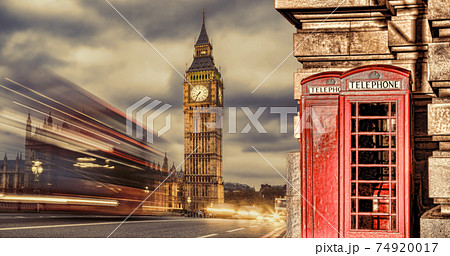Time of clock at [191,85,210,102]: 7:35
